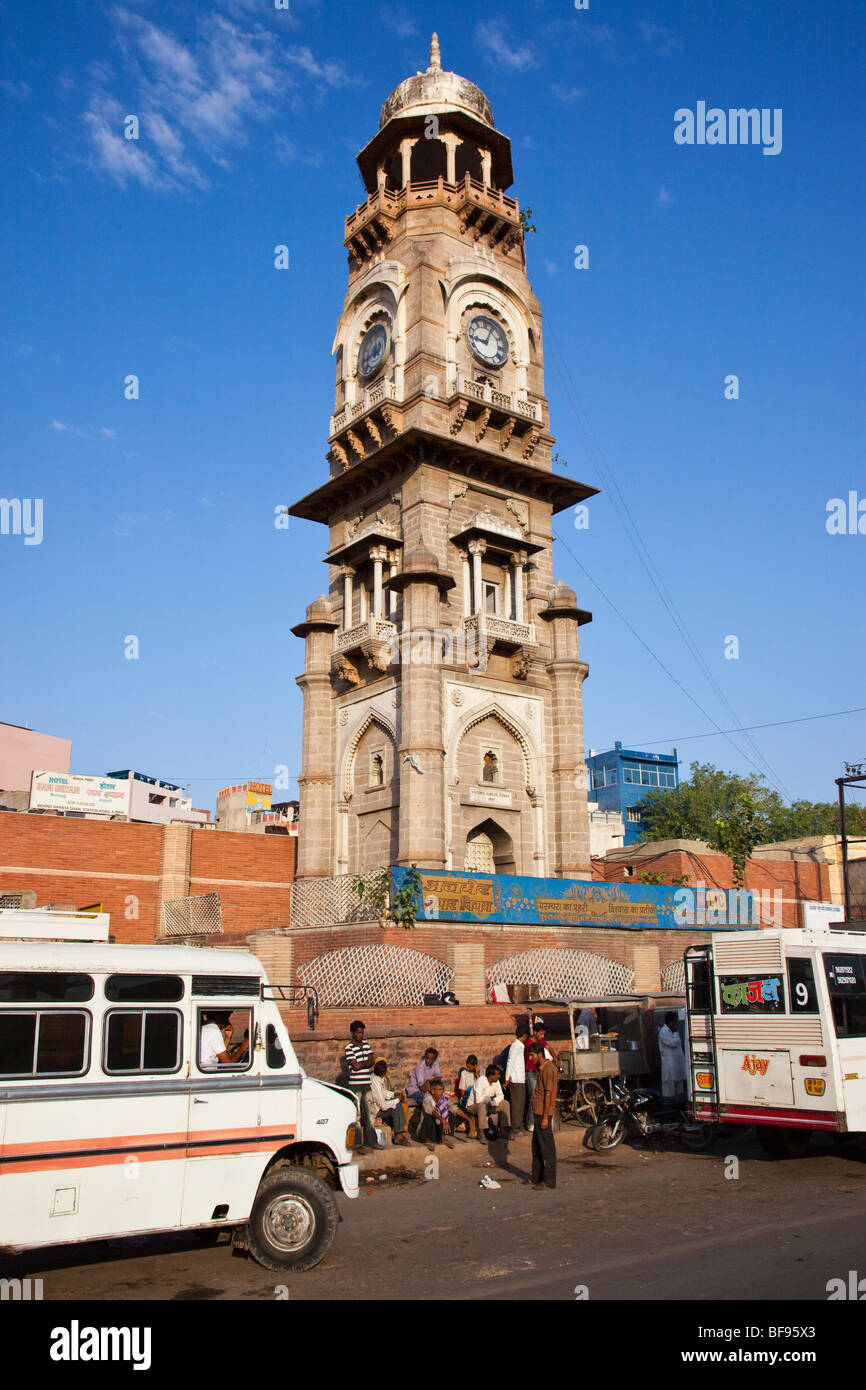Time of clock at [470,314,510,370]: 9:04
